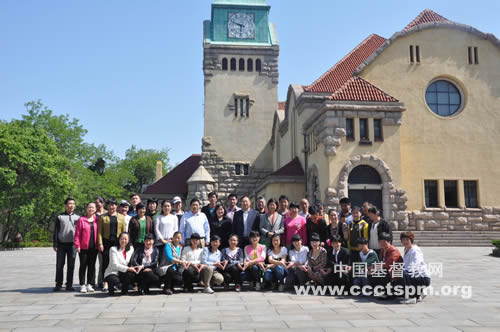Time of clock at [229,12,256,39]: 9:31
